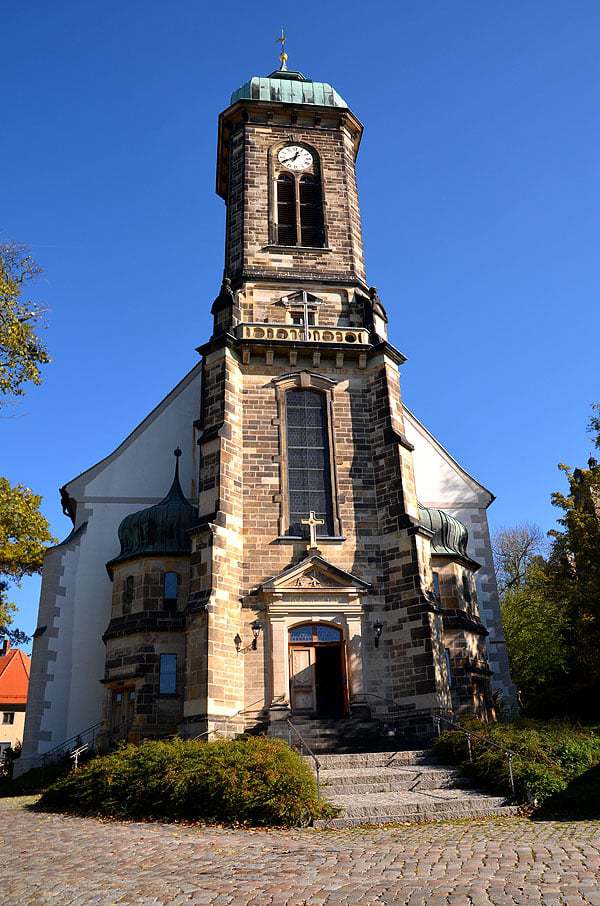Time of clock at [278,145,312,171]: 12:40
